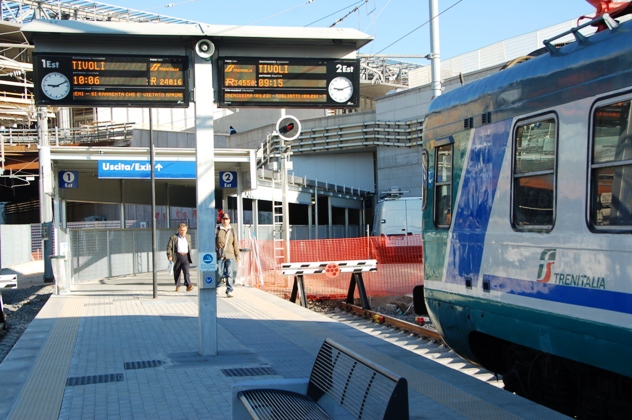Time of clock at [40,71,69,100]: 9:11
